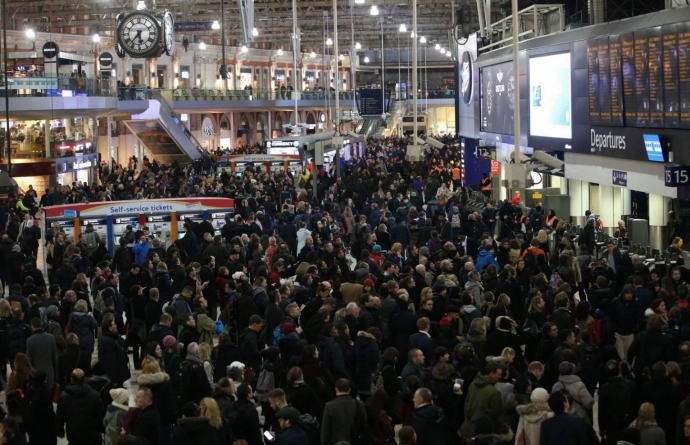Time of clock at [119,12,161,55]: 5:36
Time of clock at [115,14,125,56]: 5:36
